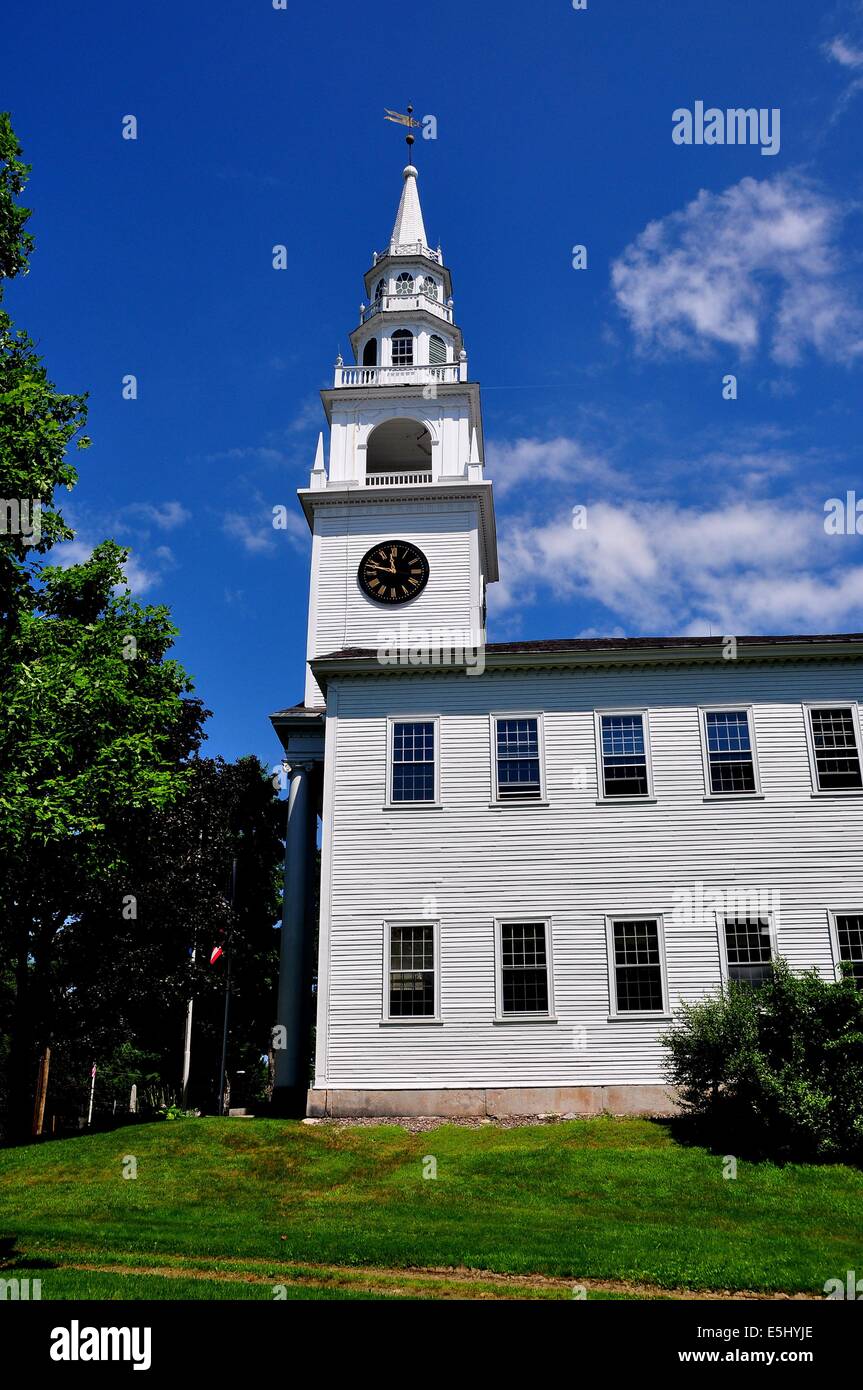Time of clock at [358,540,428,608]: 11:47
